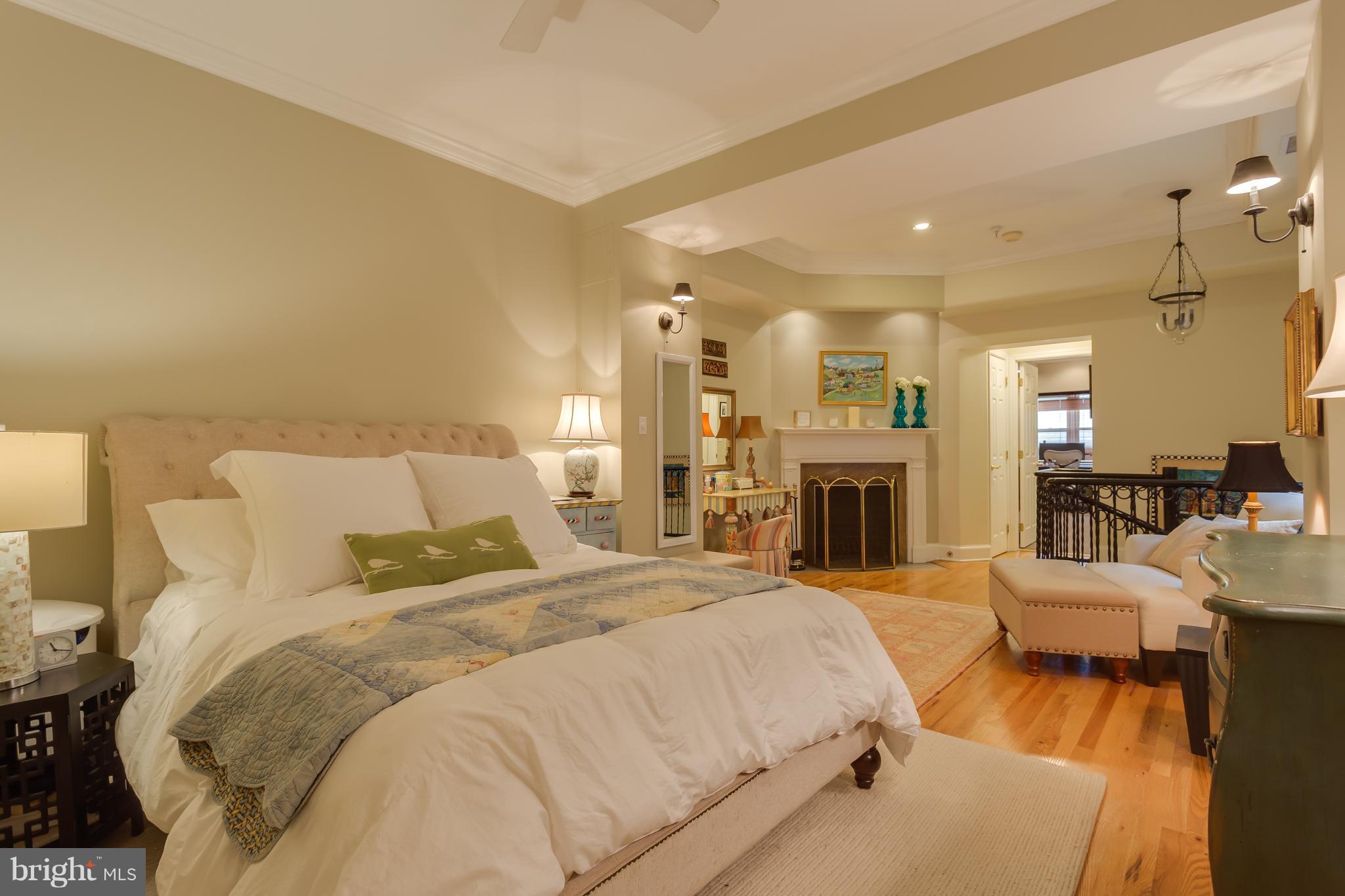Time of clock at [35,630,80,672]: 11:18
